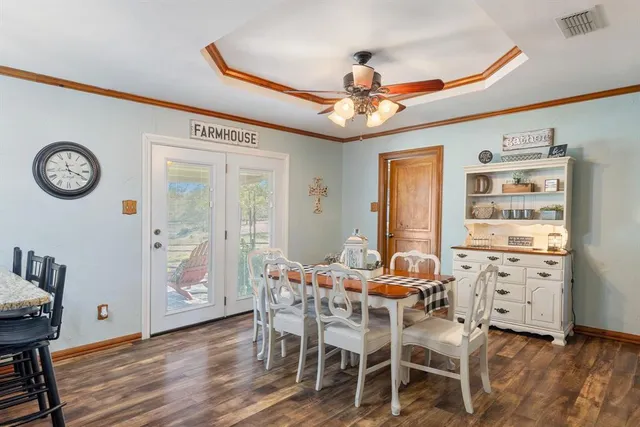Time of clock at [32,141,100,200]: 11:18
